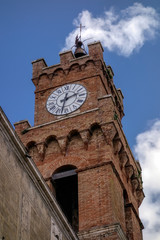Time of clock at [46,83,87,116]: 2:32
